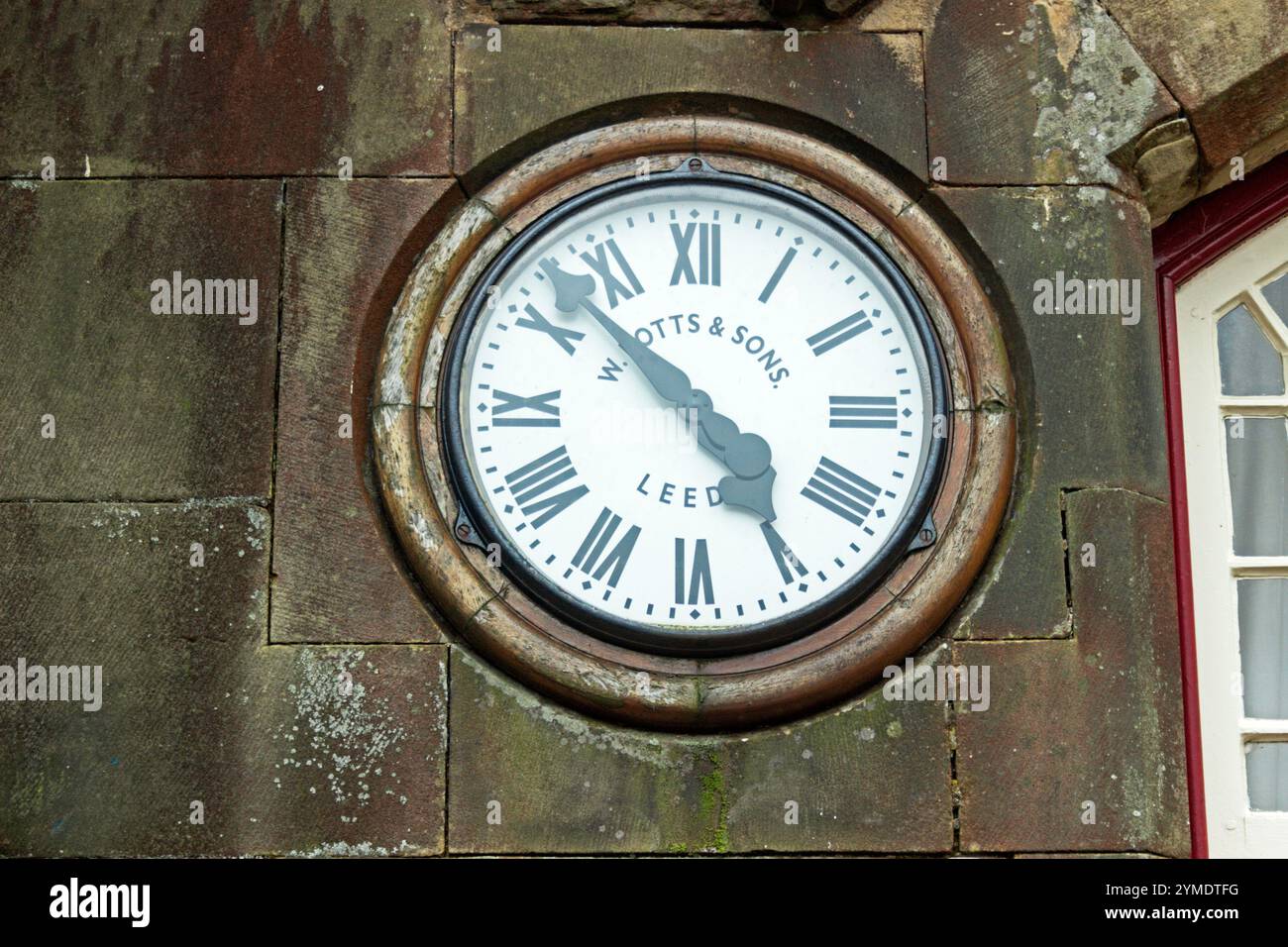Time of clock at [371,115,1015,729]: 4:52
